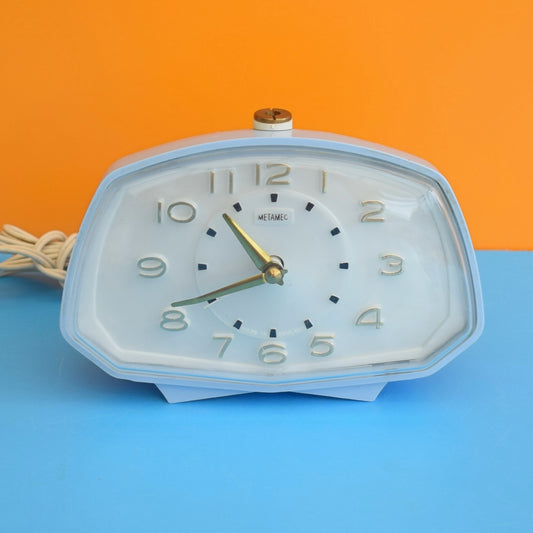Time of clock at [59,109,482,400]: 10:41
